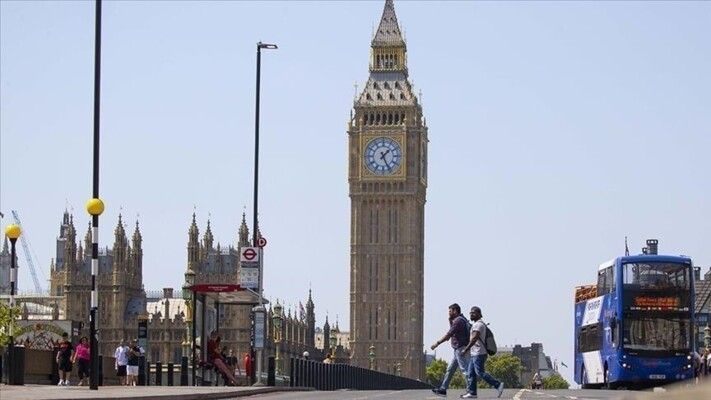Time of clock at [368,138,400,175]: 1:25
